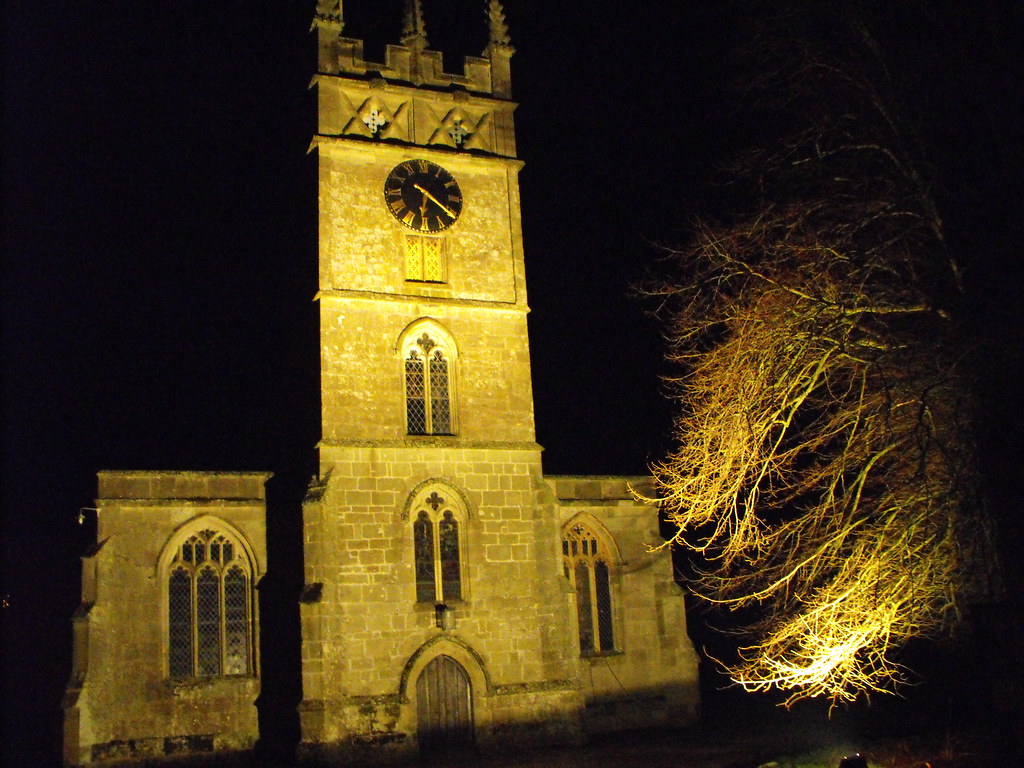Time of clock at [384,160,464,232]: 6:20
